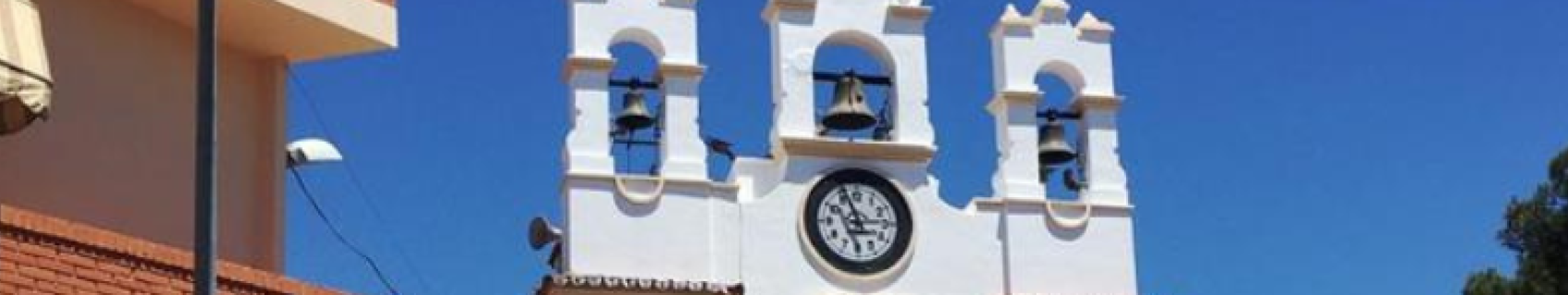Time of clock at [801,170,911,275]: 2:56
